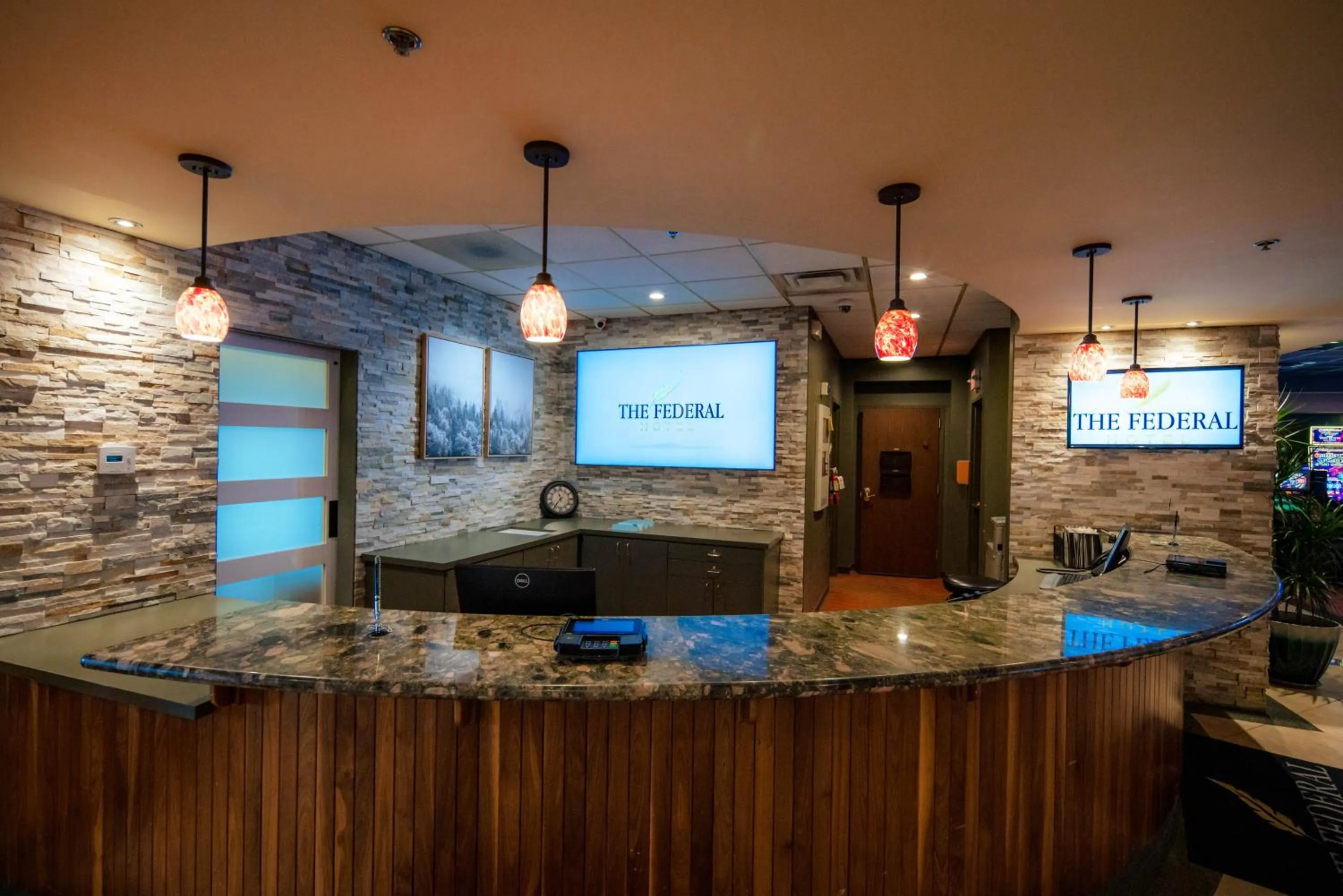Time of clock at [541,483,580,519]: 11:35
